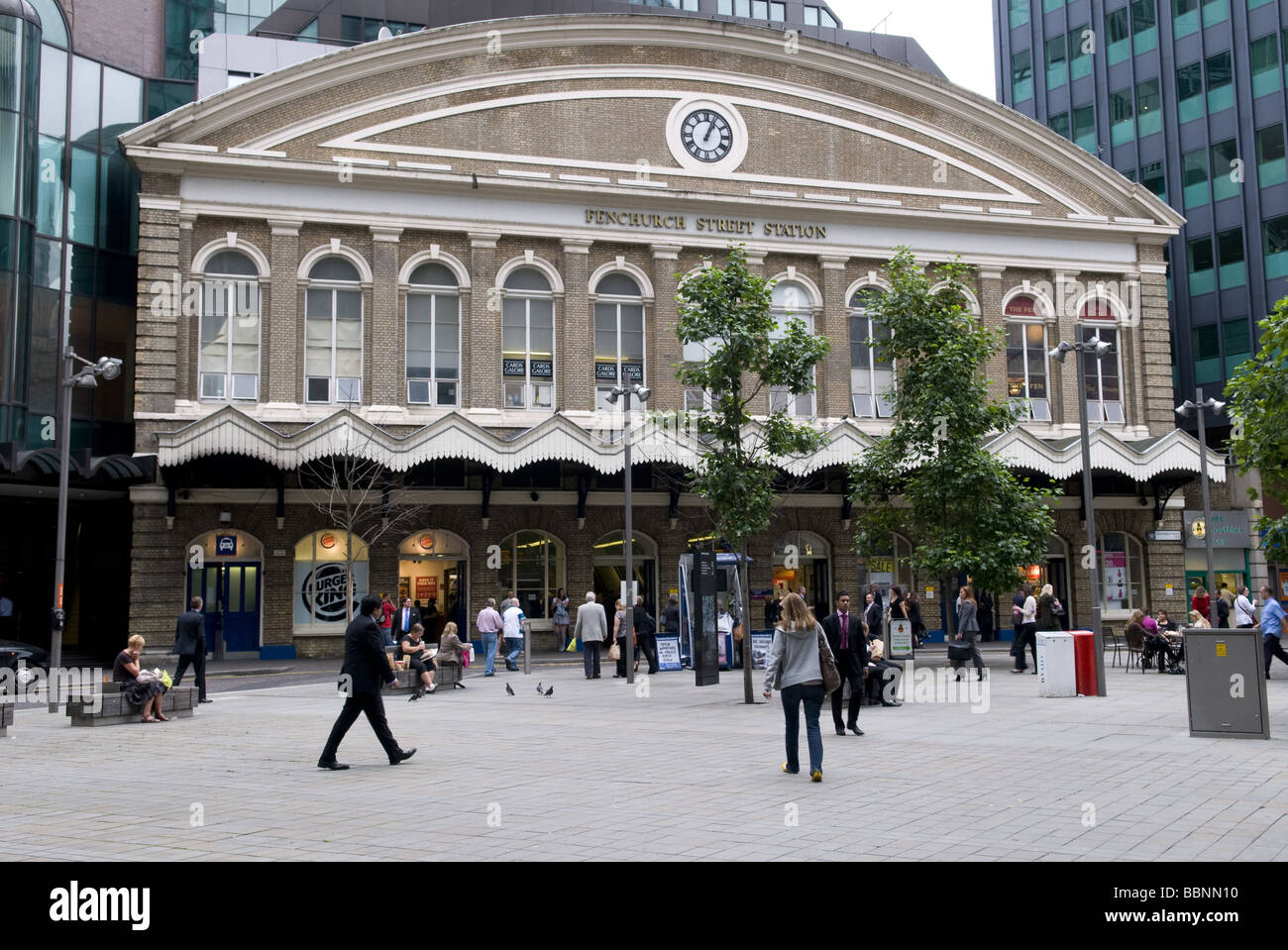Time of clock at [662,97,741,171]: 1:03
